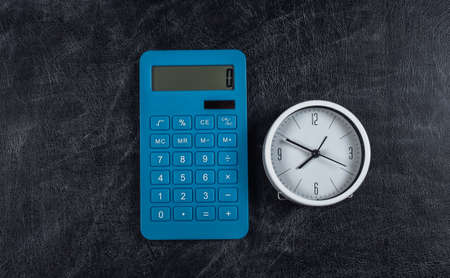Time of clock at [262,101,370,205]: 7:49
